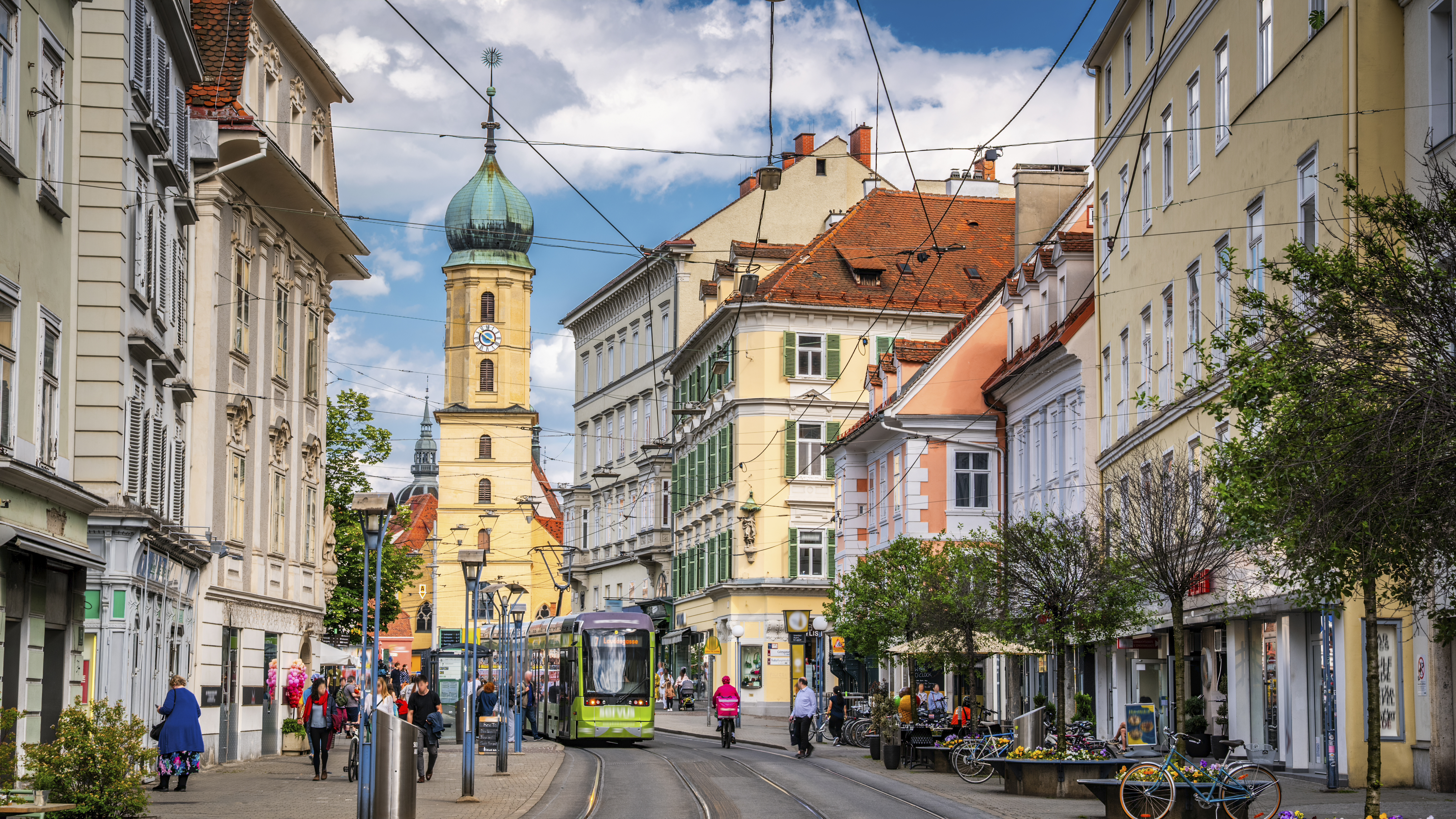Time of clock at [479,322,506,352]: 10:20
